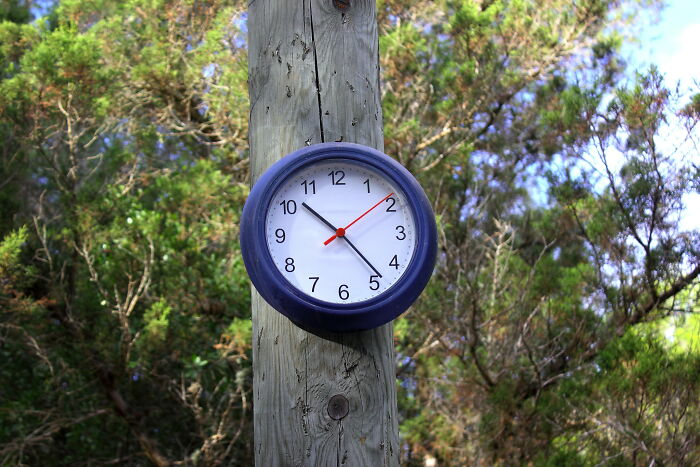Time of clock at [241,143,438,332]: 10:23
